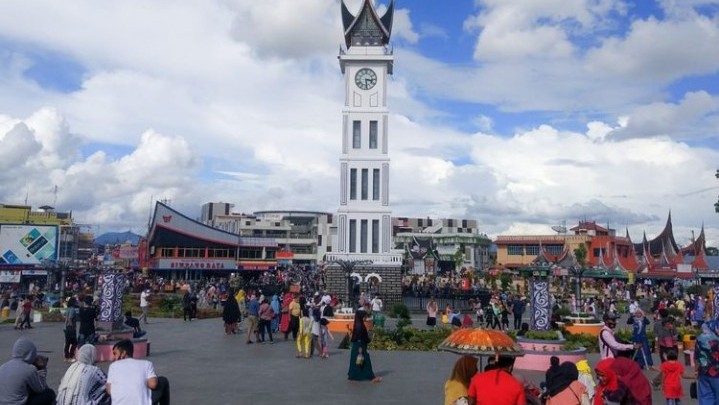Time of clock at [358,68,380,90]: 3:29
